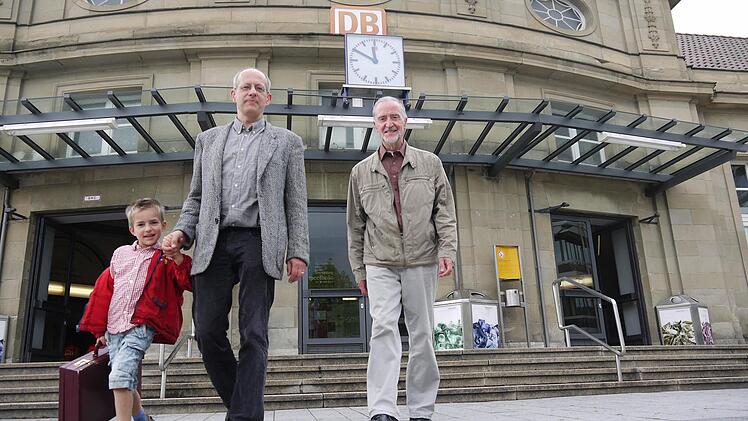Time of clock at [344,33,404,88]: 11:49
